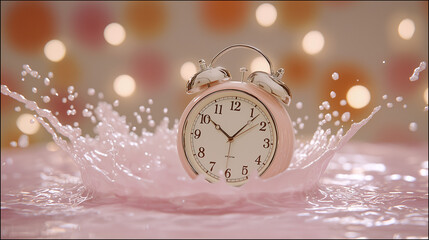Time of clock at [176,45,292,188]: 10:07
